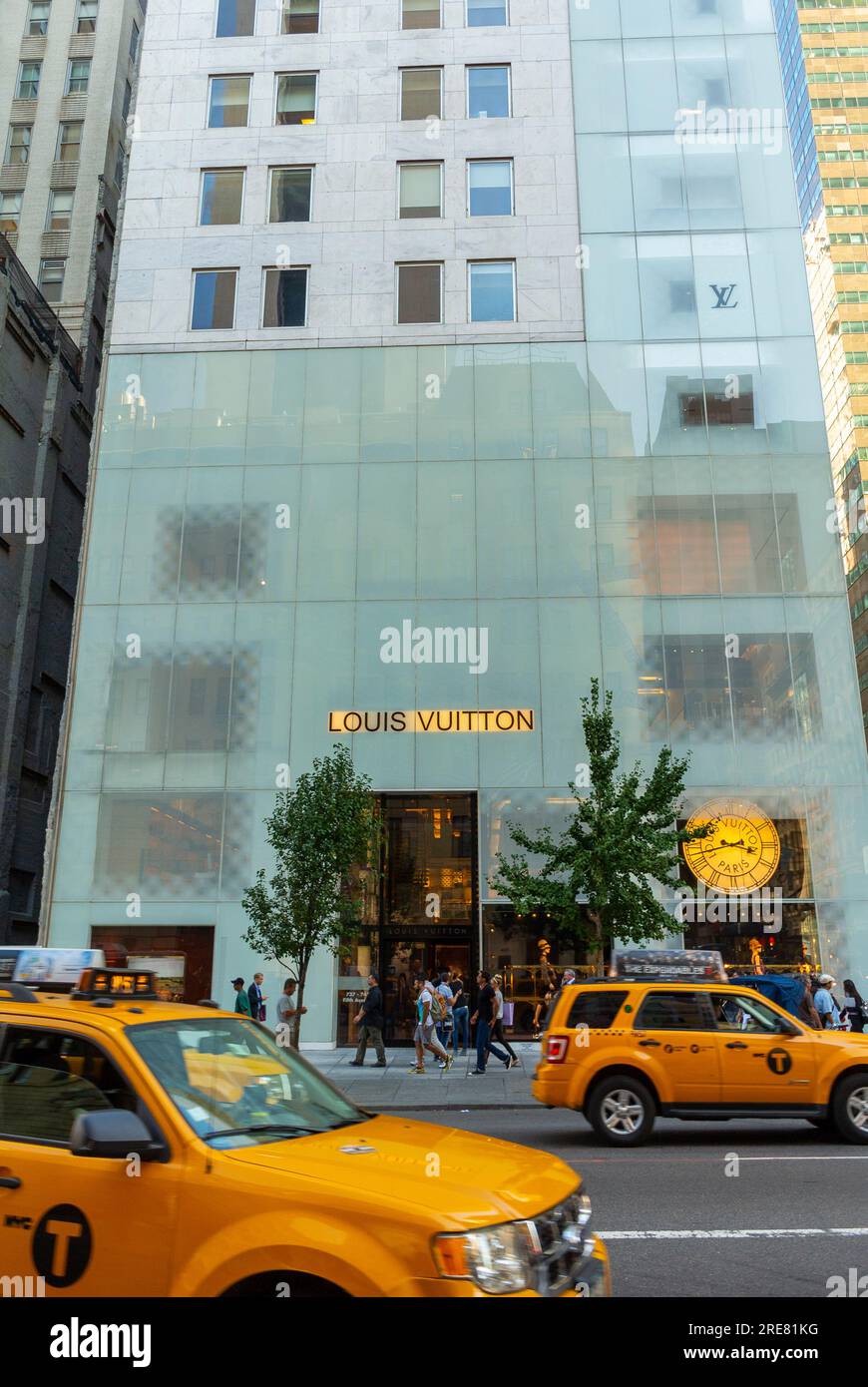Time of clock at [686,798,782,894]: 3:42
